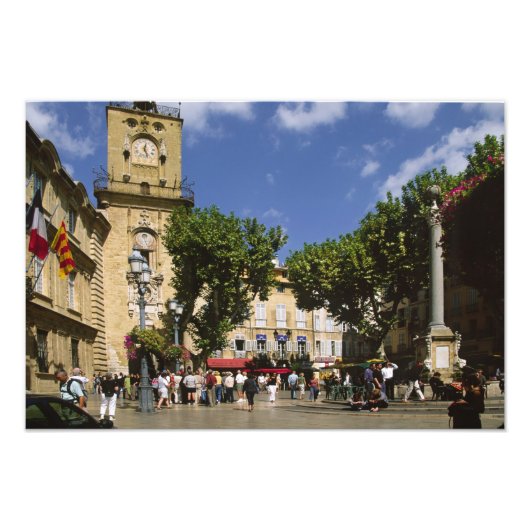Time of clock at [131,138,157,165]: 12:26
